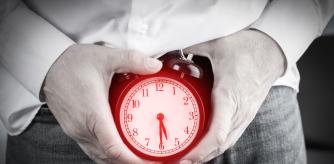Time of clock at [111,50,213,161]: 5:30
